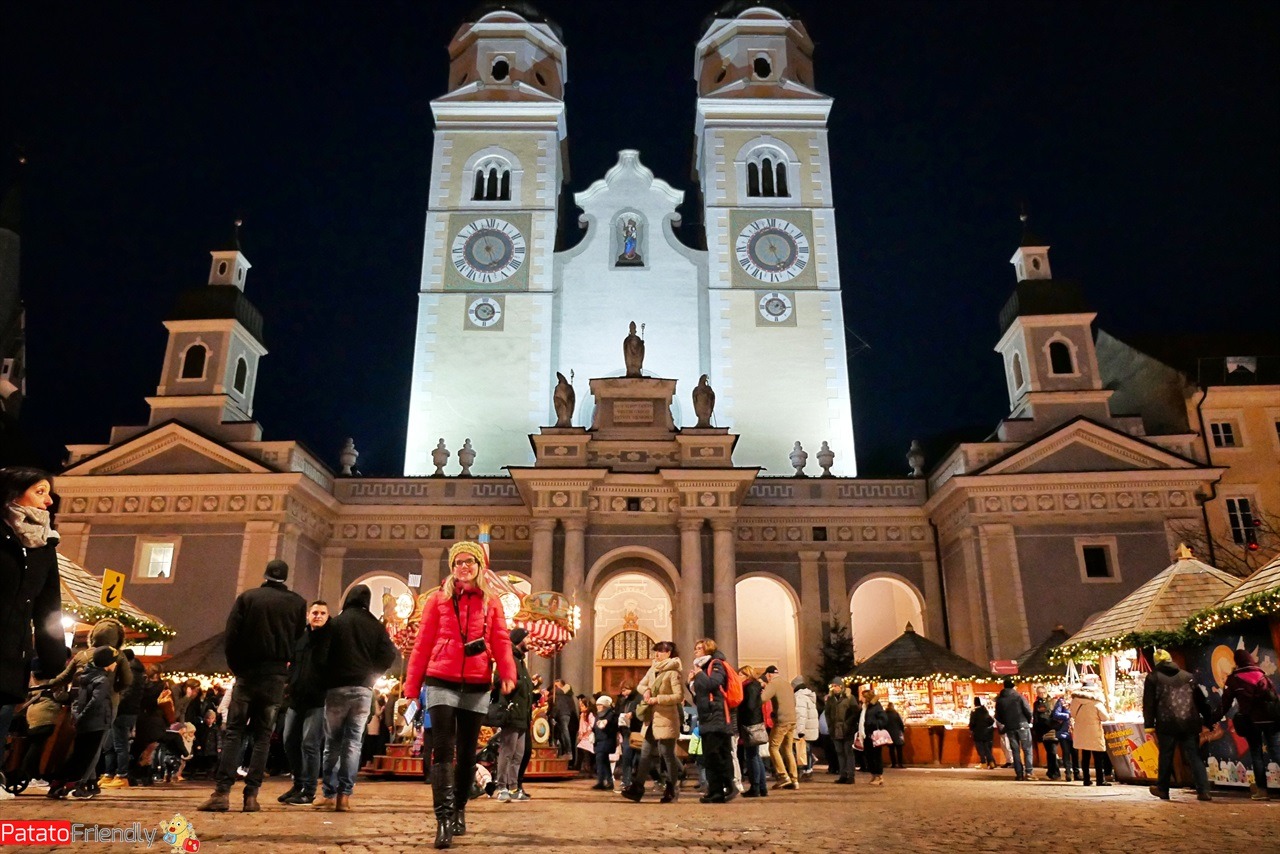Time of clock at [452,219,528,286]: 4:57
